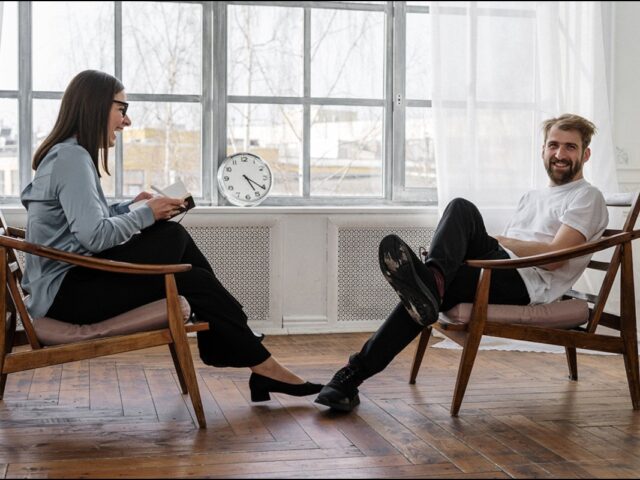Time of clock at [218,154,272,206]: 5:20
